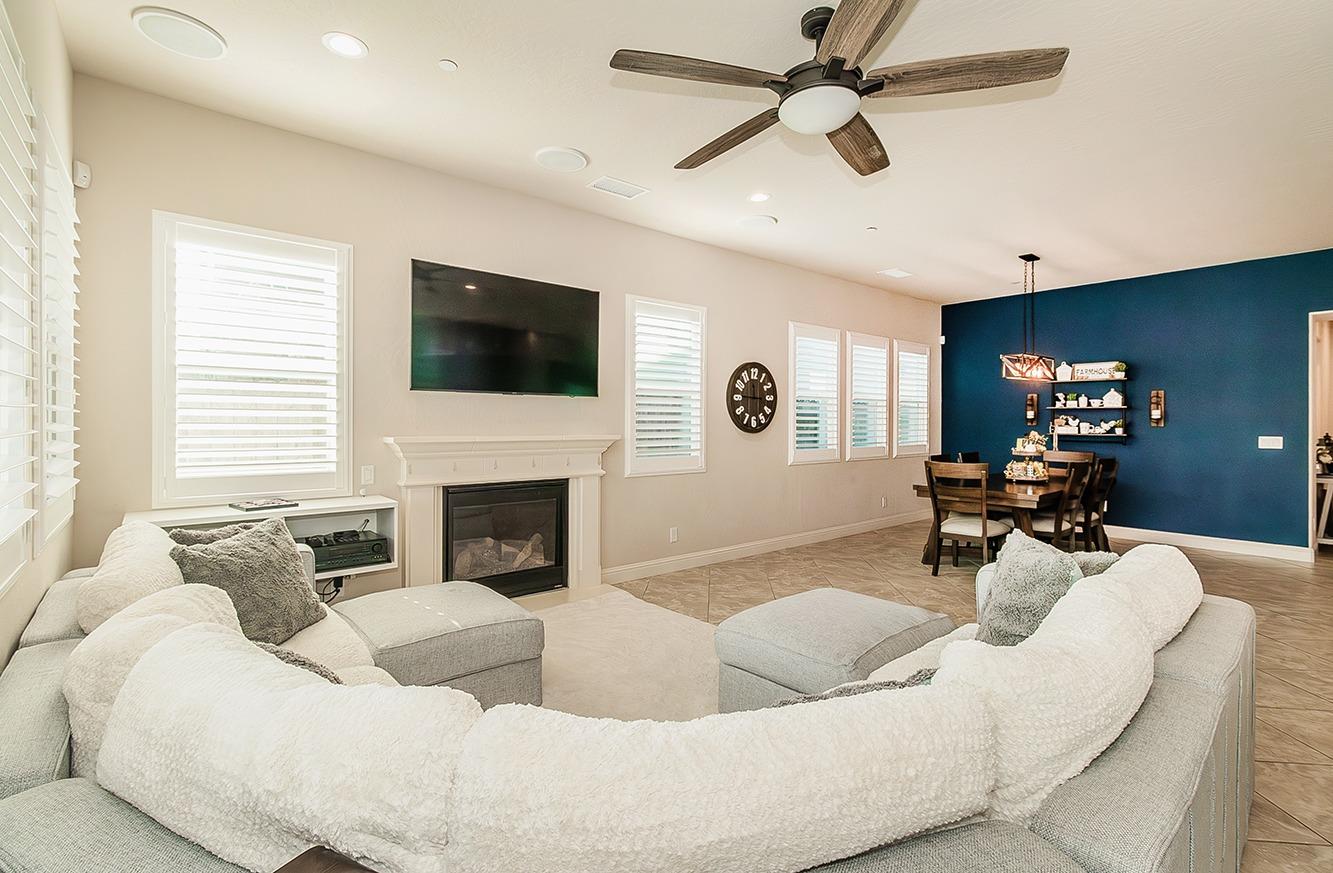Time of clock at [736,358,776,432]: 11:46
